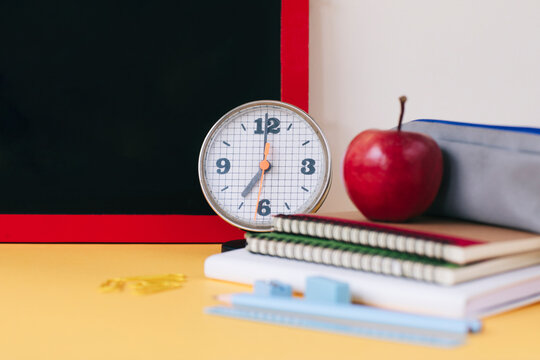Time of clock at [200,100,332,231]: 7:00
